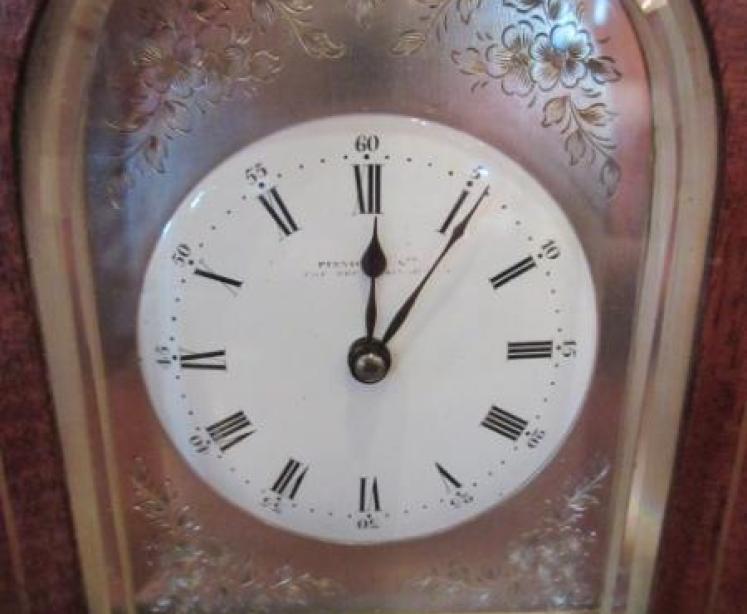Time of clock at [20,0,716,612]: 12:05
